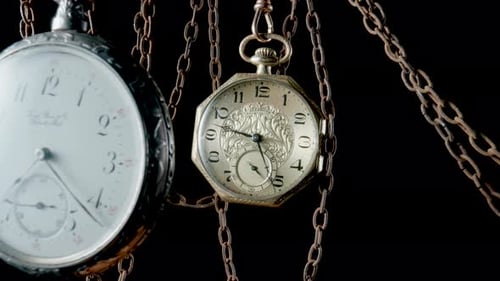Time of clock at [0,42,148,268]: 7:22
